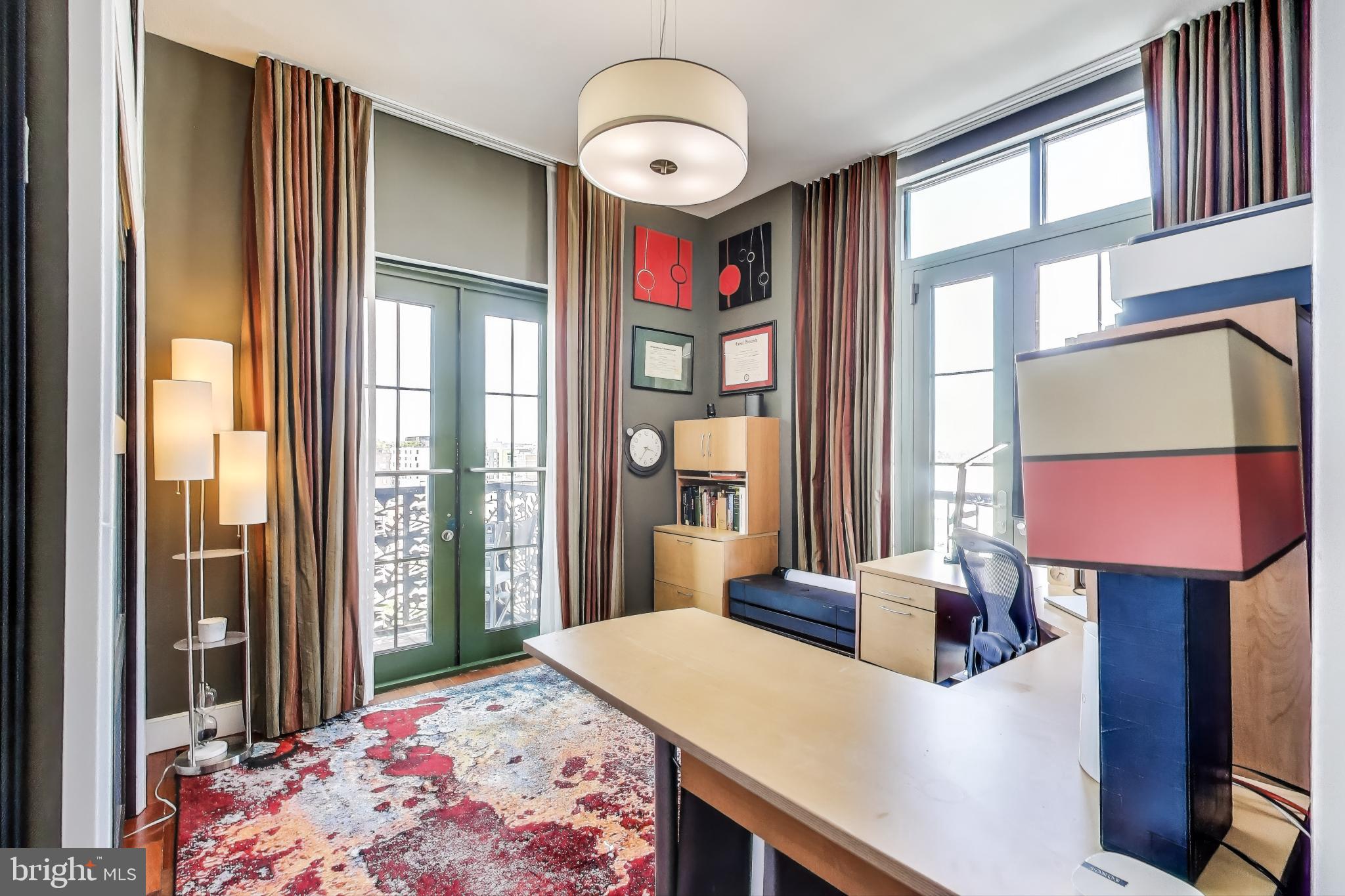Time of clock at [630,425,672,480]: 3:34
